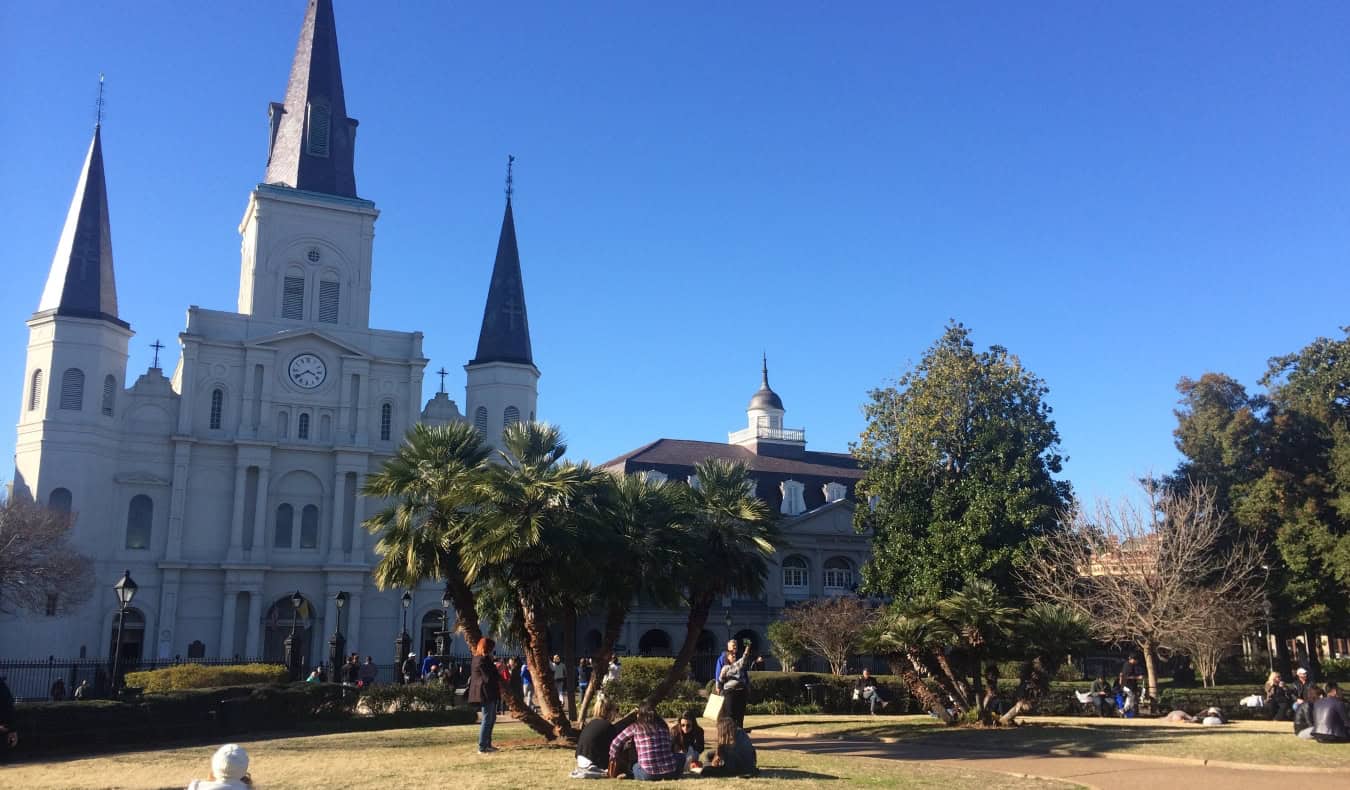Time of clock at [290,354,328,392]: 3:39
